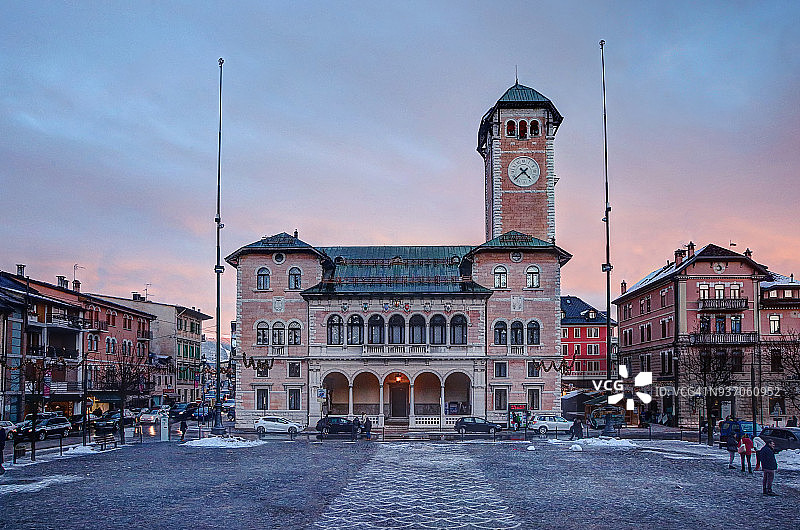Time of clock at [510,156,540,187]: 4:38
